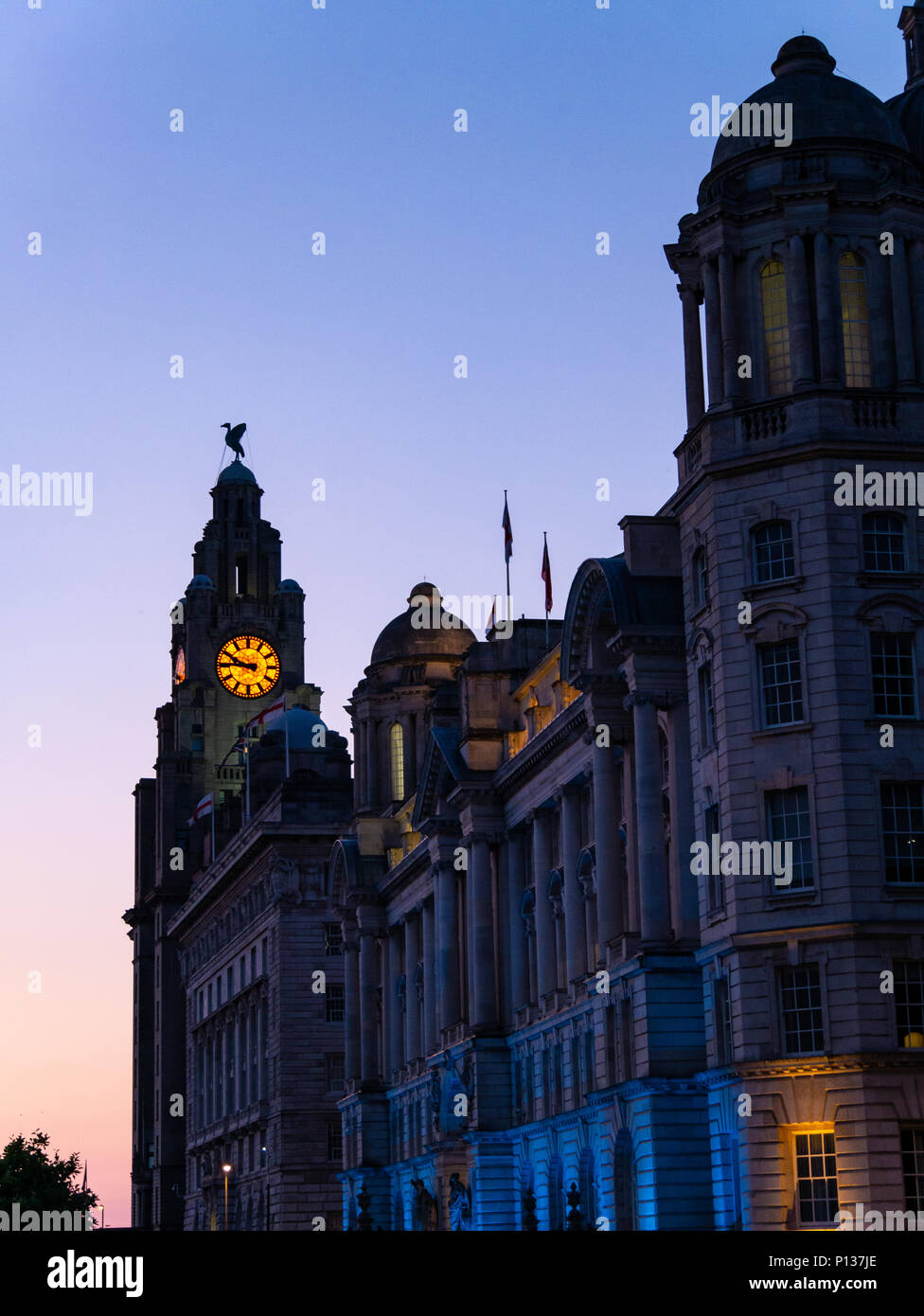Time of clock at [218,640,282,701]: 9:45
